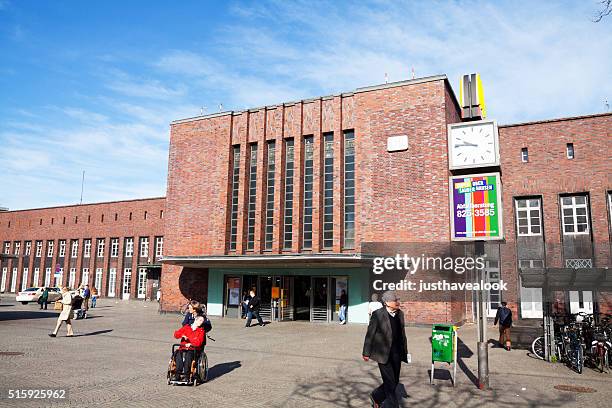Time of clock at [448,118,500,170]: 9:45
